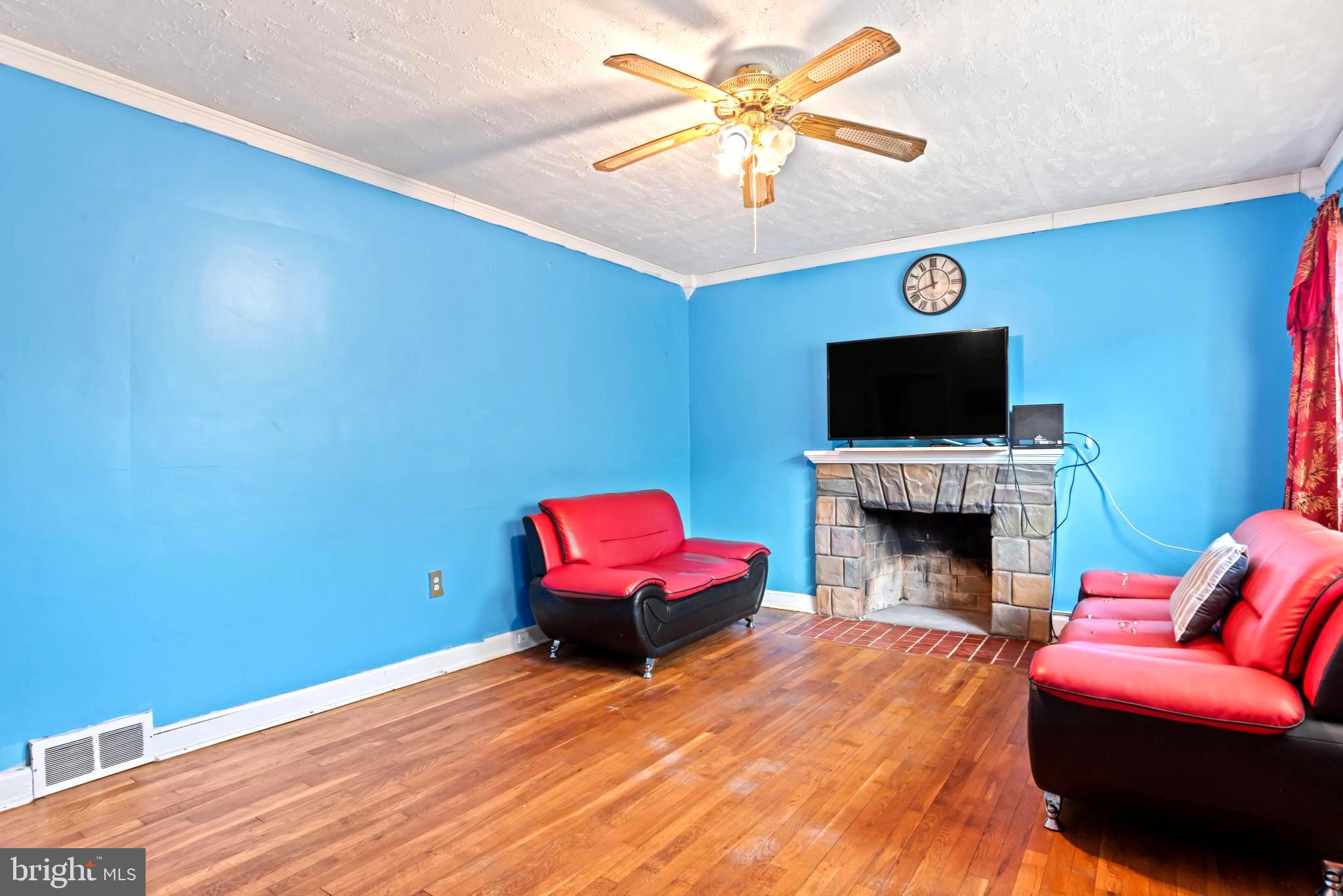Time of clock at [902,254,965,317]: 11:41
